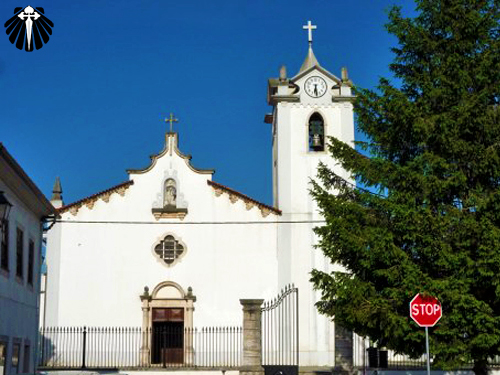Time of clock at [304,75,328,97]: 6:28
